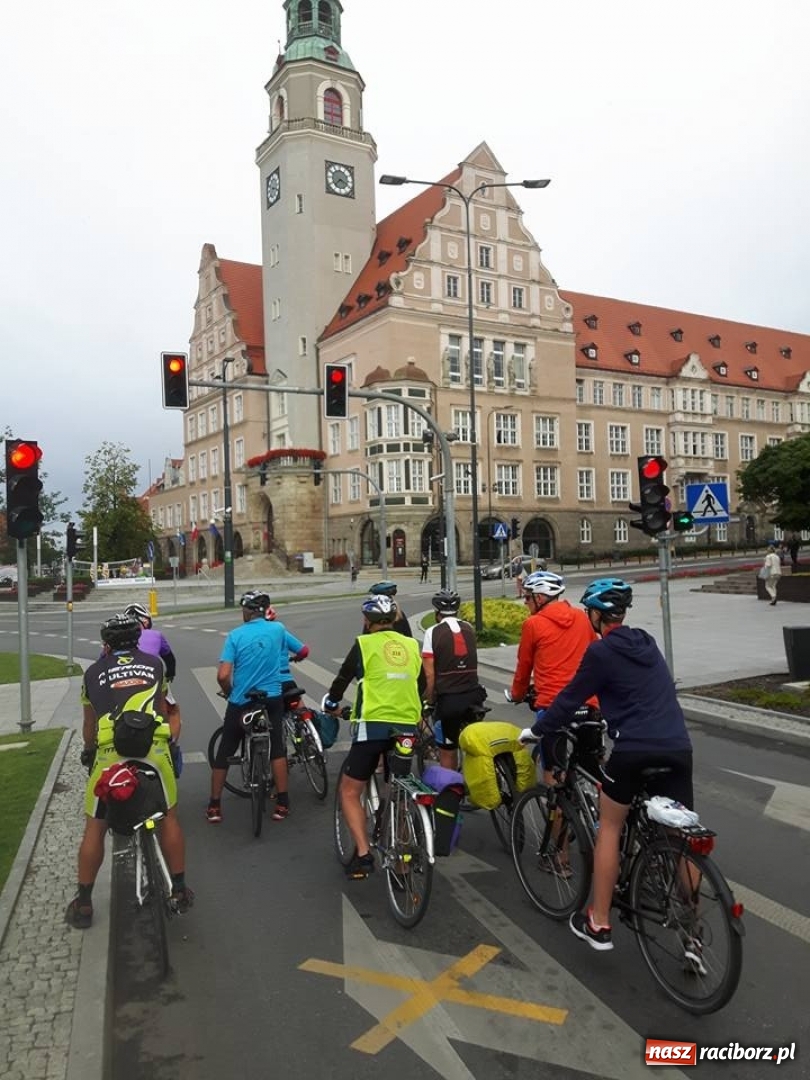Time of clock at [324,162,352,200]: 7:18
